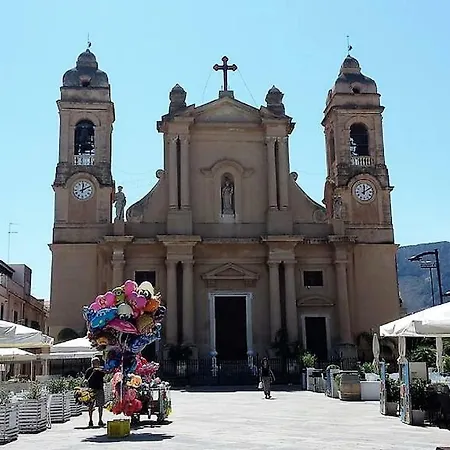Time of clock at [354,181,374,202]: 12:09
